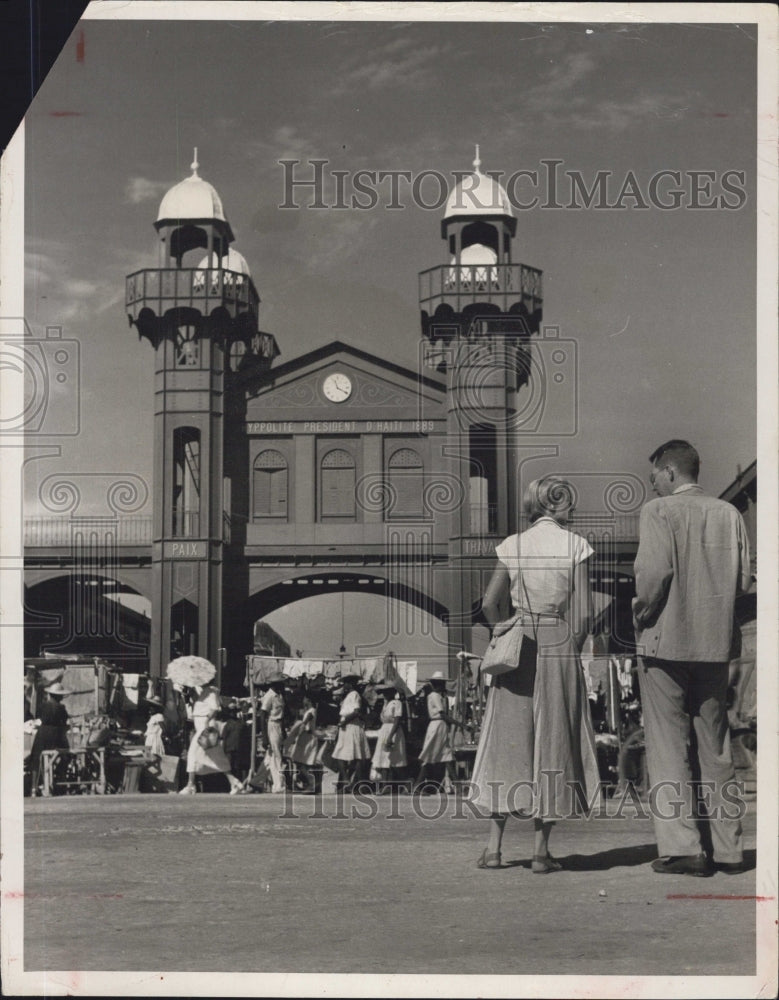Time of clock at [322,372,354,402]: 11:19
